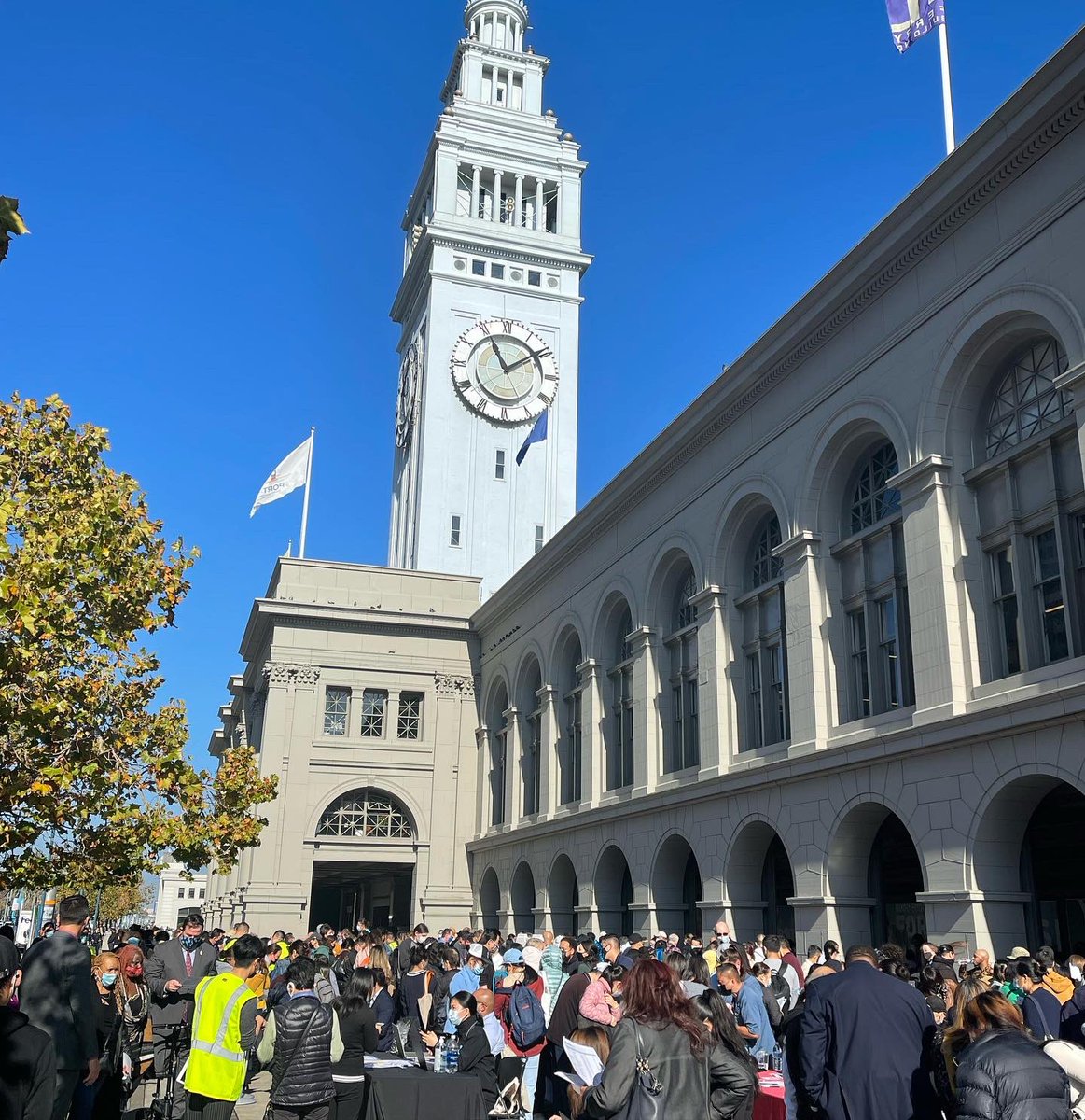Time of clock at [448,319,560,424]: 11:09
